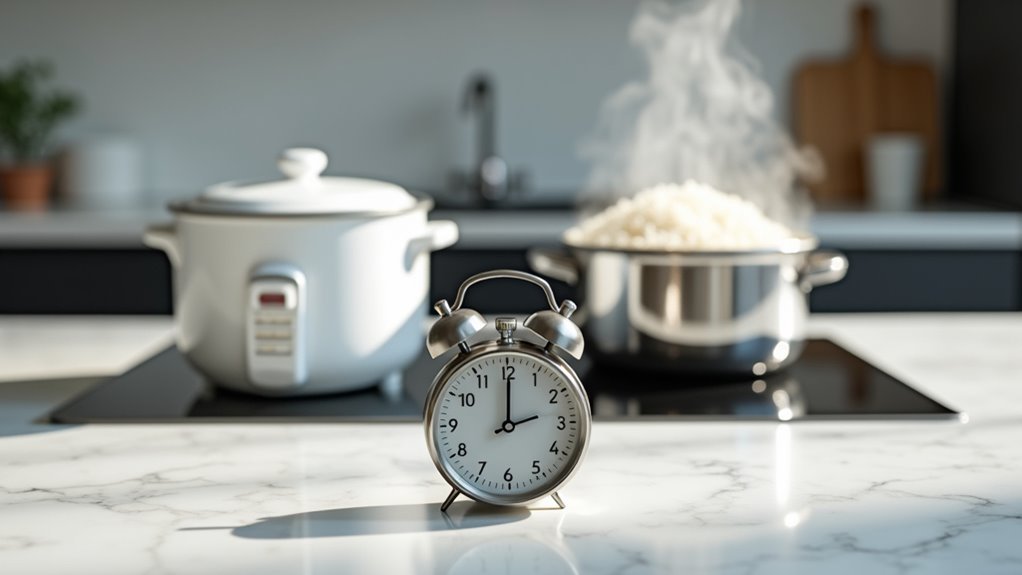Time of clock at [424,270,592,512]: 2:00
